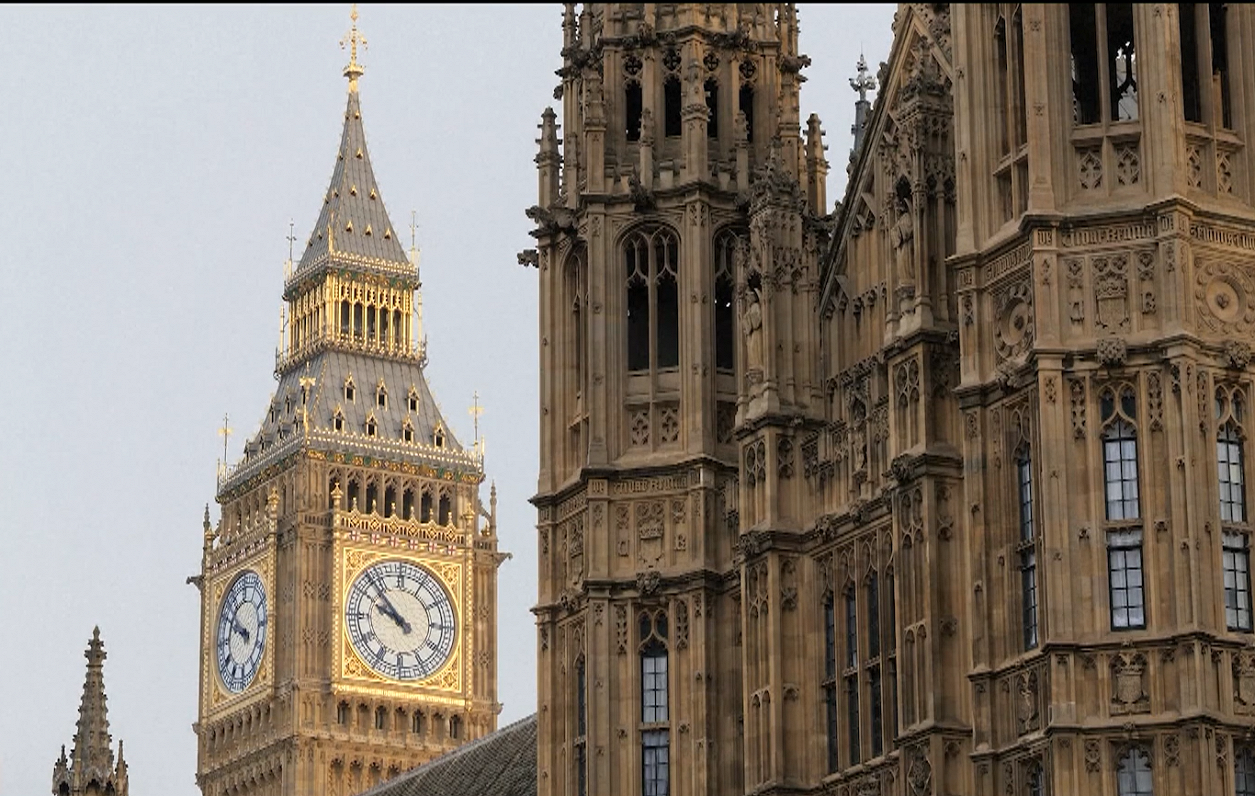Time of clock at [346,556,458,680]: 9:52
